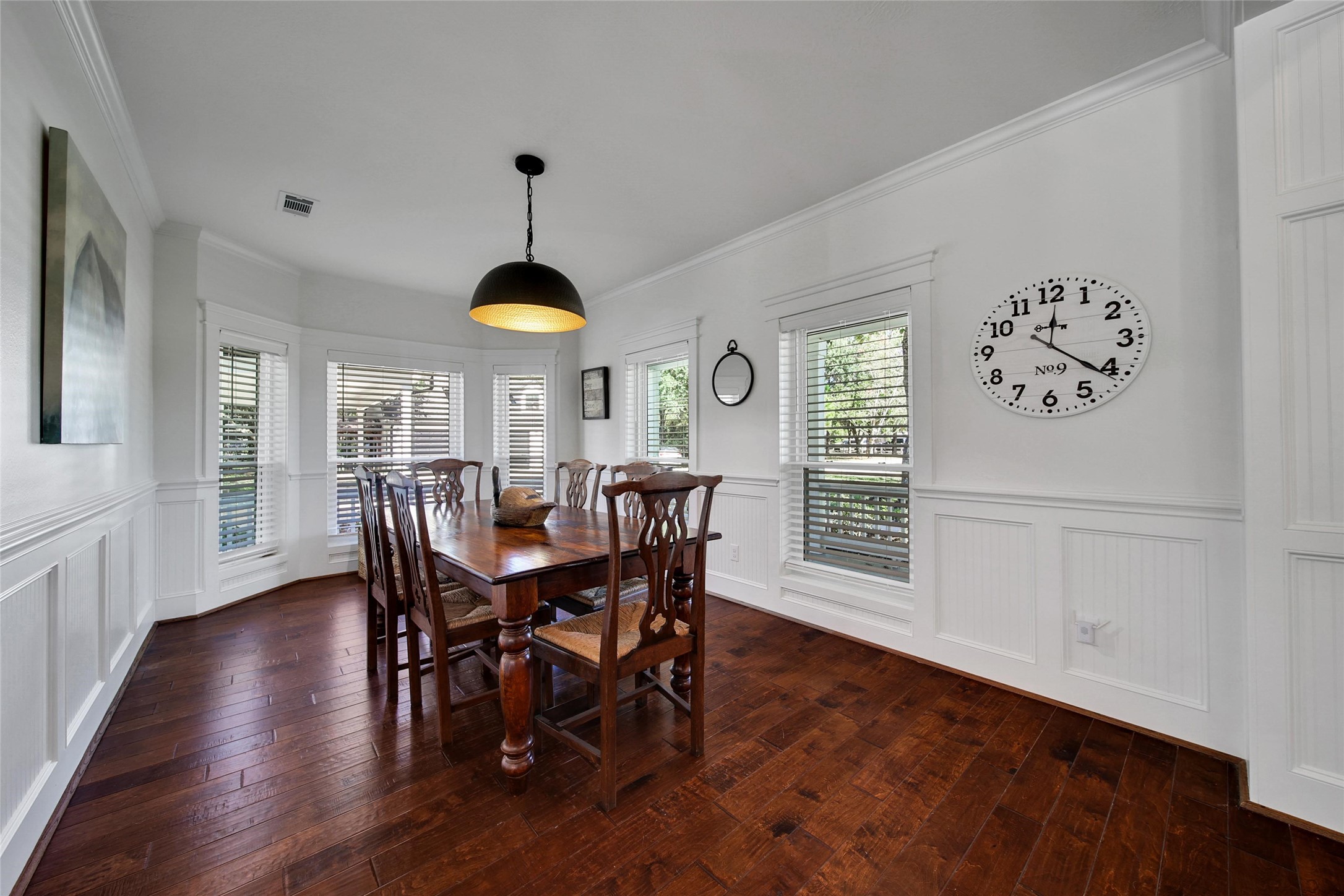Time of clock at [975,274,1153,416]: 12:21
